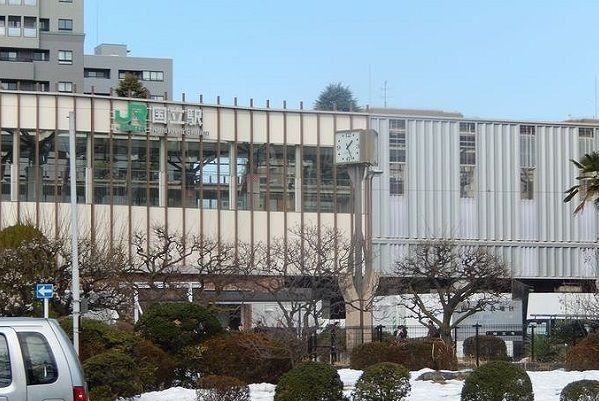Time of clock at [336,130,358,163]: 1:26
